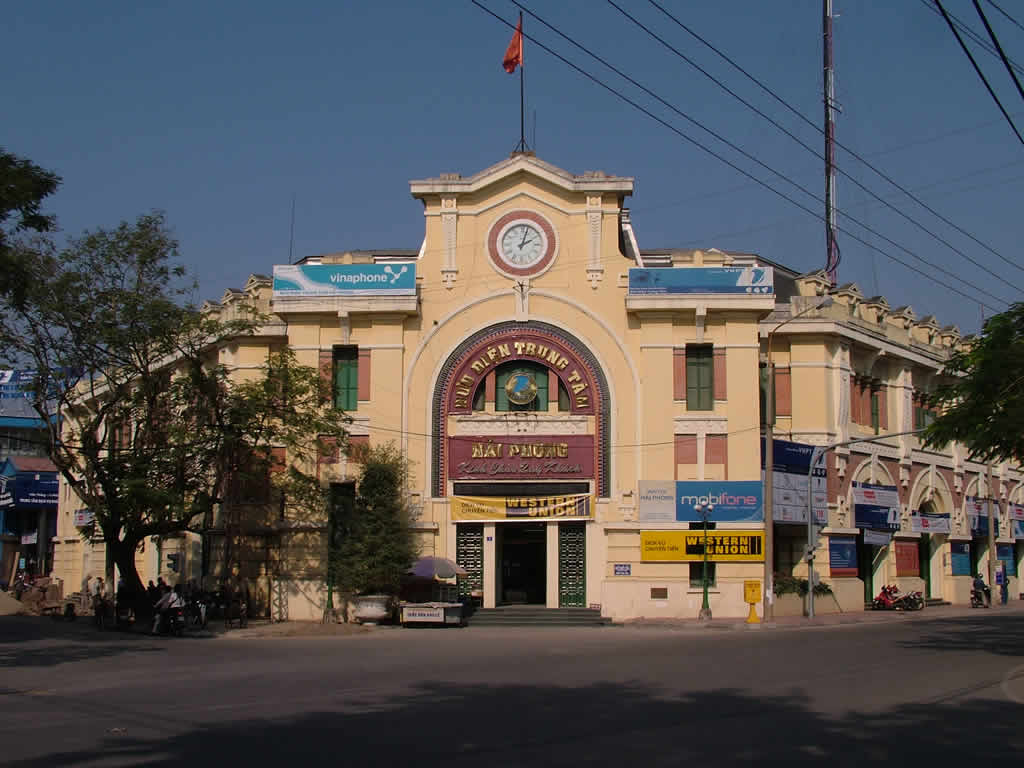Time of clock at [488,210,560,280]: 2:03
